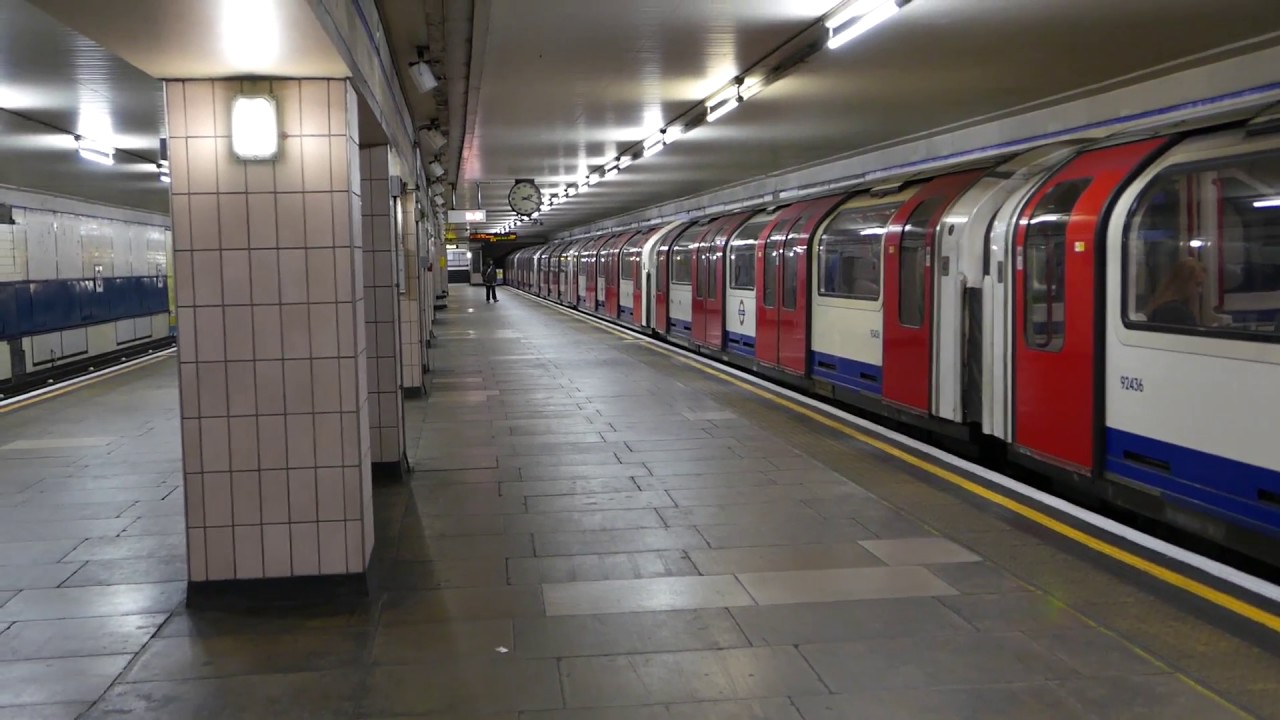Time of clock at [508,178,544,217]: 2:18
